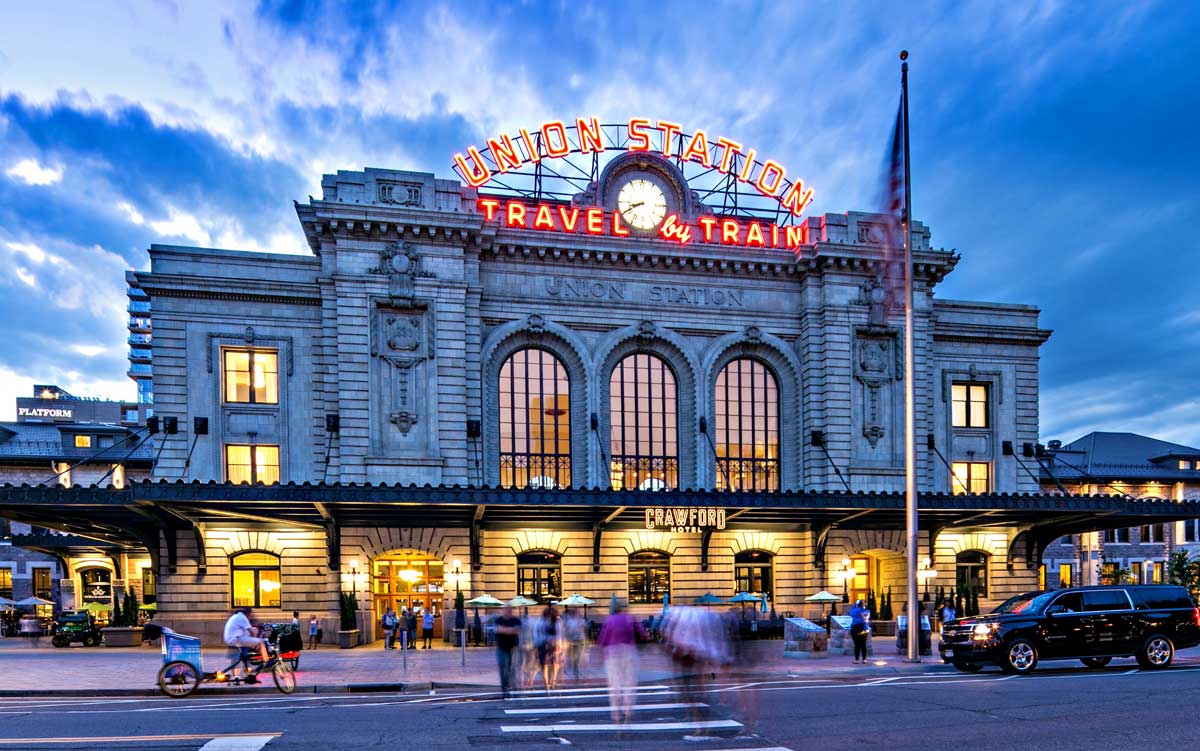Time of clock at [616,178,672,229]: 8:40
